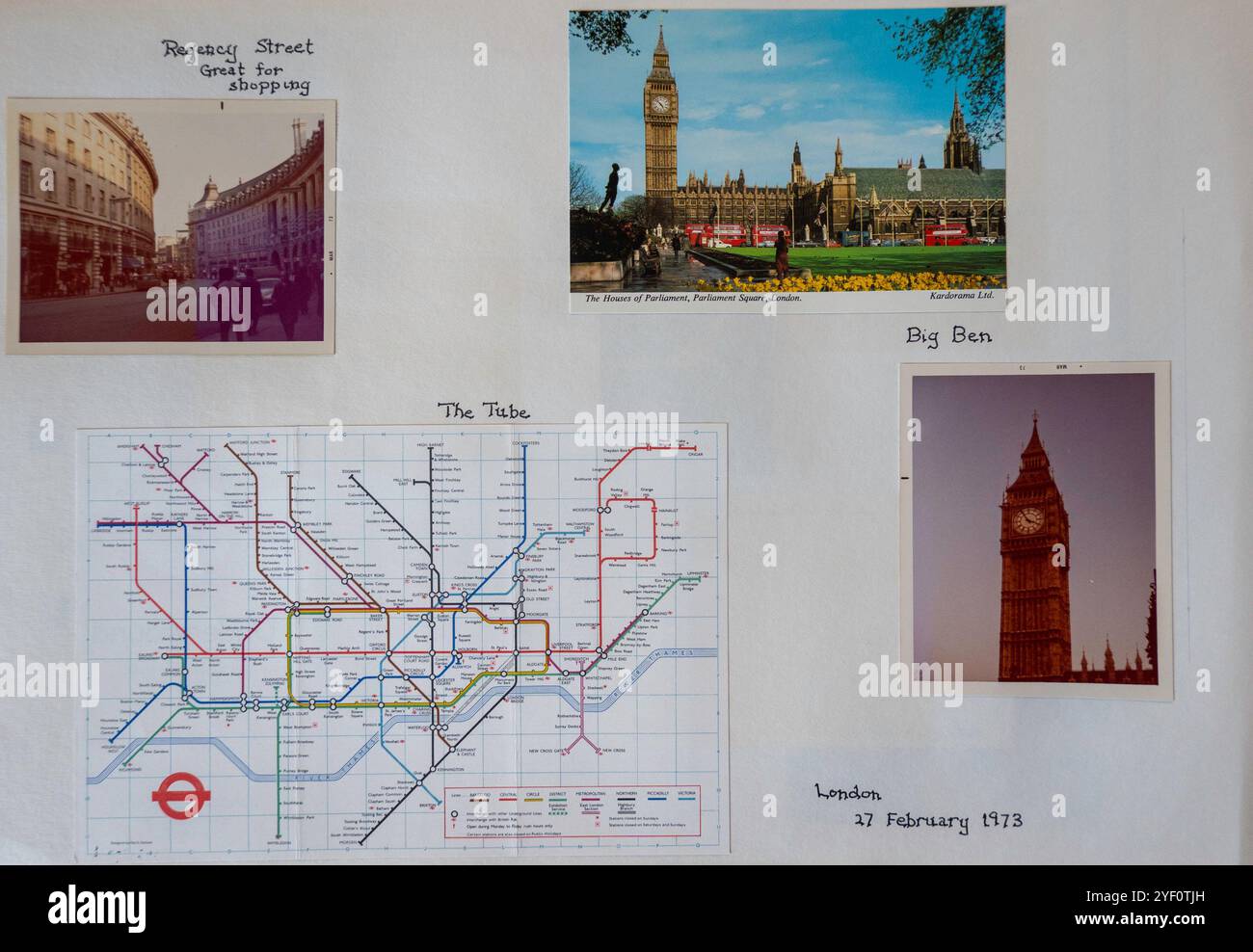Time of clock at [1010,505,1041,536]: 3:54
